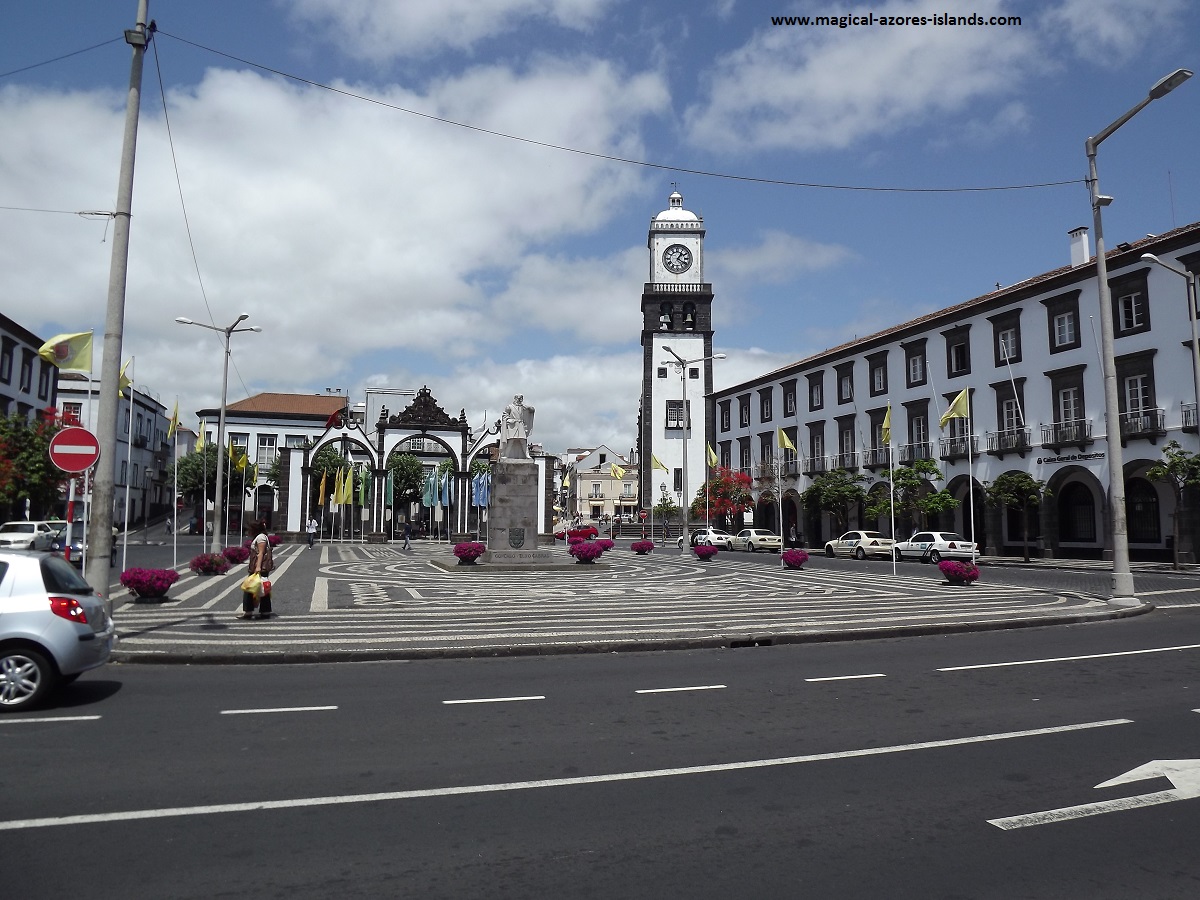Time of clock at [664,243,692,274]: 1:20
